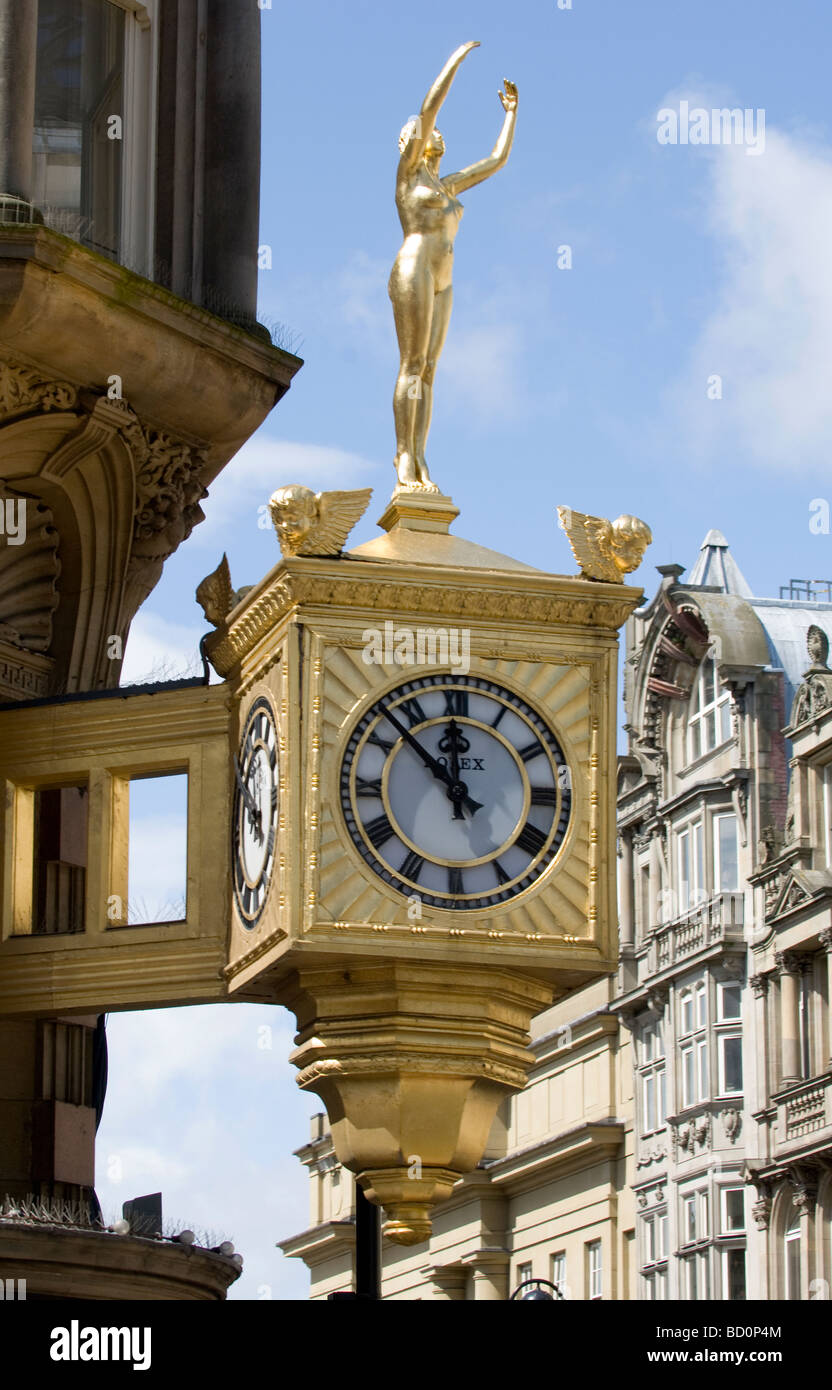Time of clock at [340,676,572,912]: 11:52
